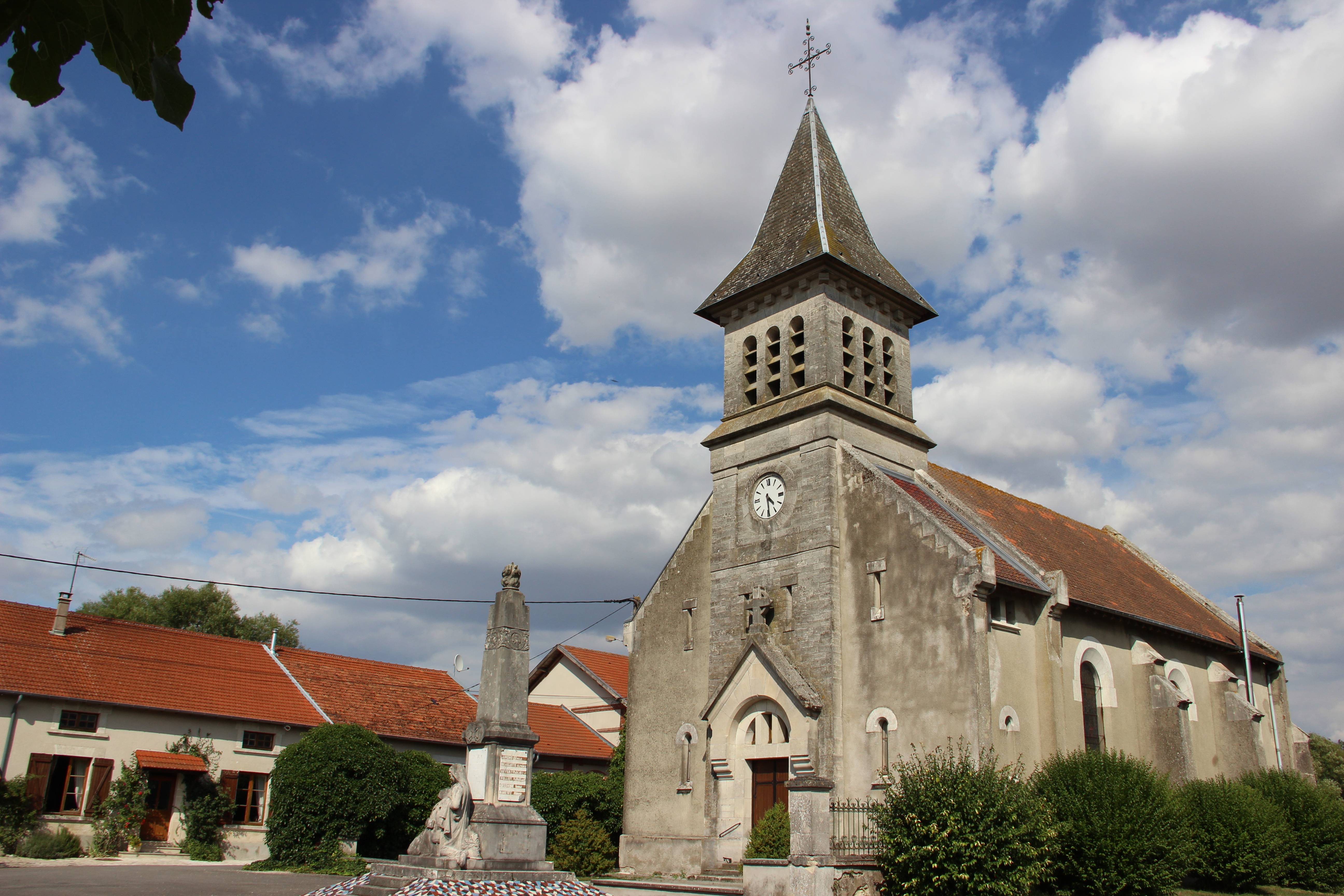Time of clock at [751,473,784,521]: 4:29
